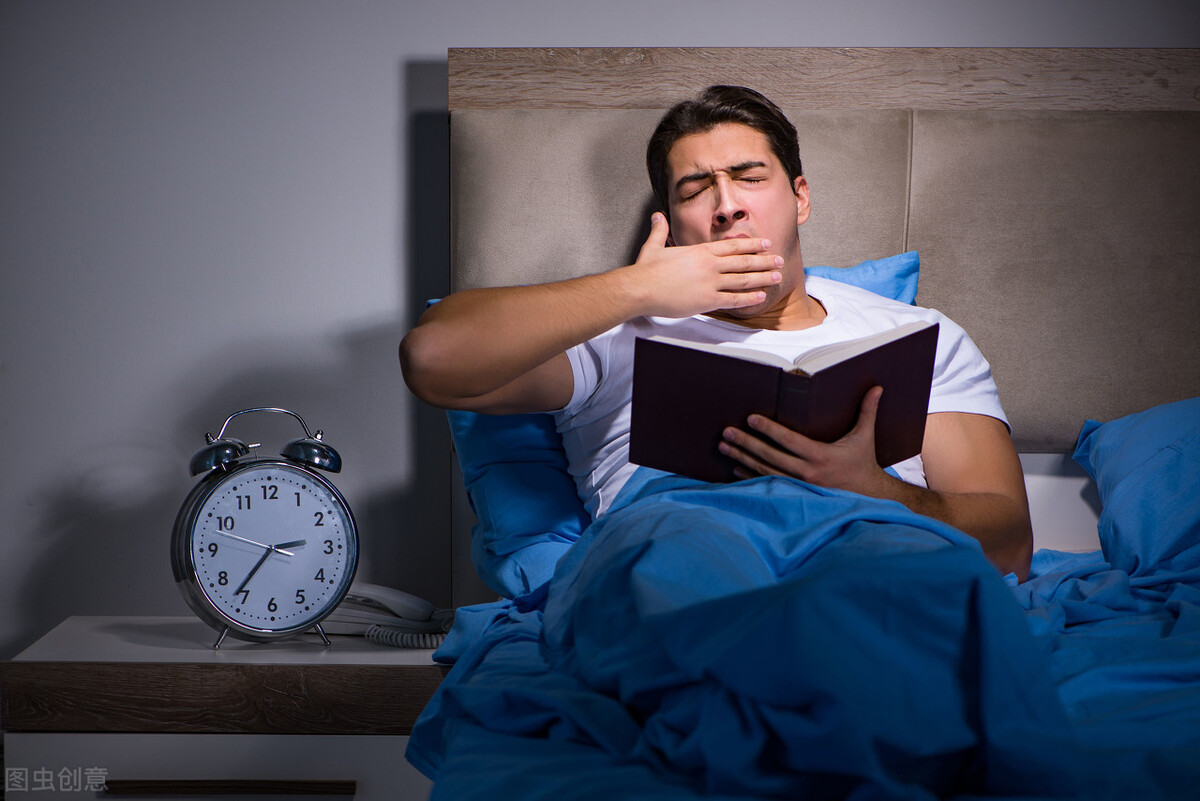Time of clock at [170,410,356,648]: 2:36
